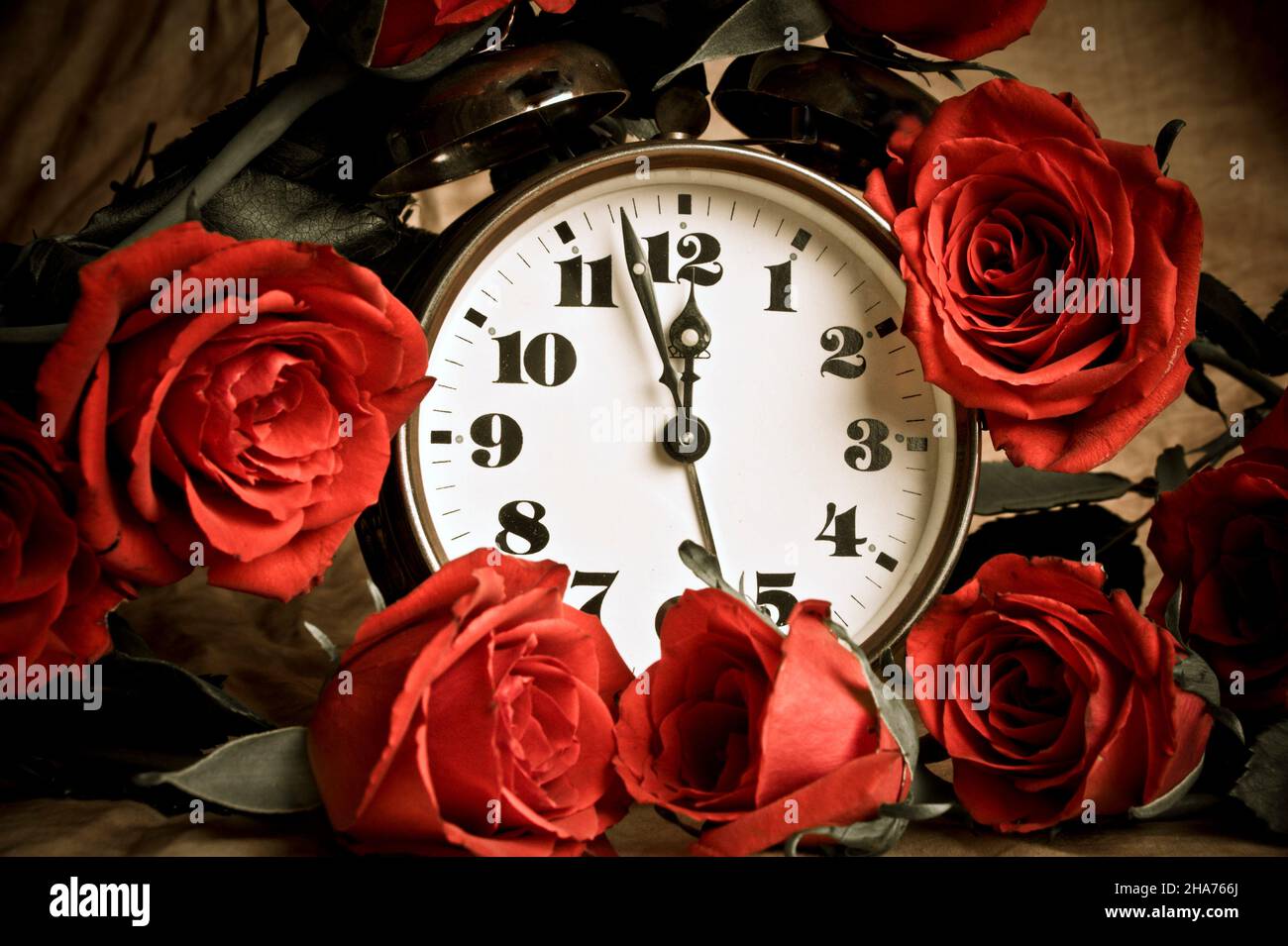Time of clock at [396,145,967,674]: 11:57
